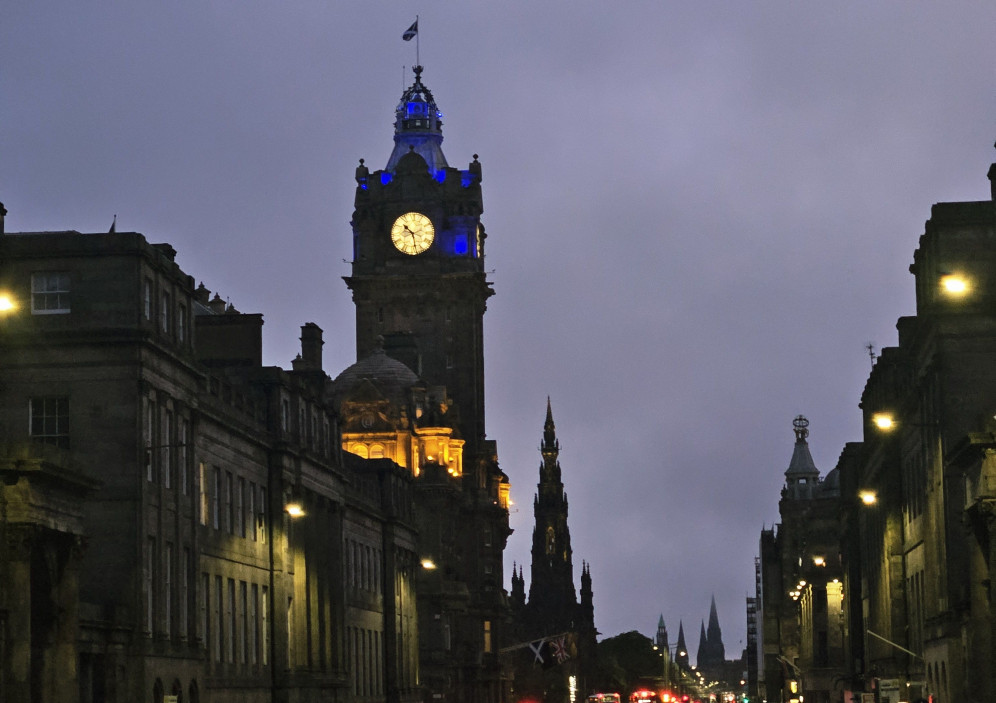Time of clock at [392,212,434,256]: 10:28
